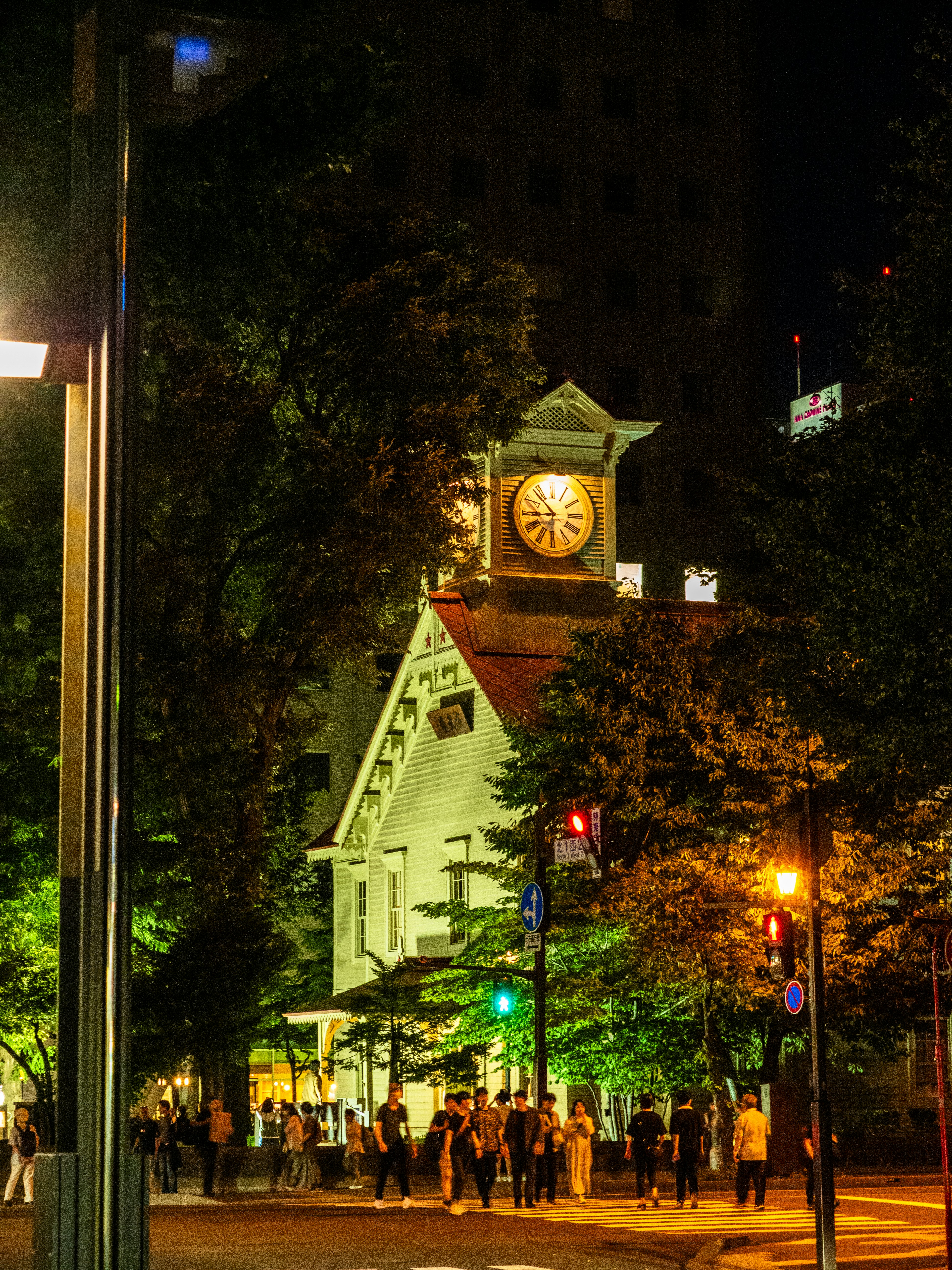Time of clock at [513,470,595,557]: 8:53
